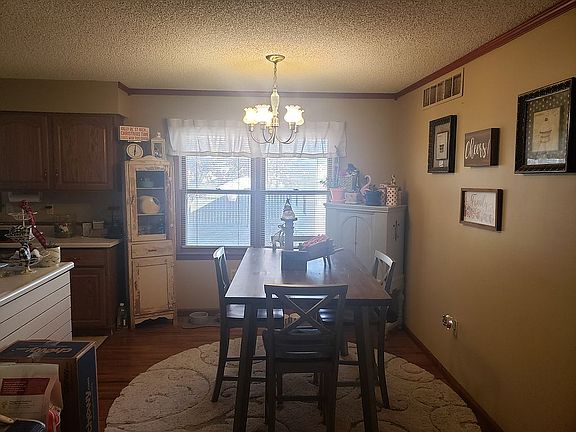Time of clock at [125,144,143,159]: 6:01
